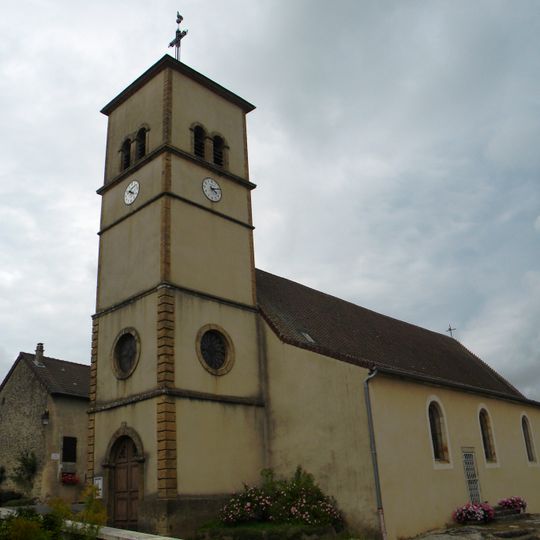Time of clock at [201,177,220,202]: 4:12
